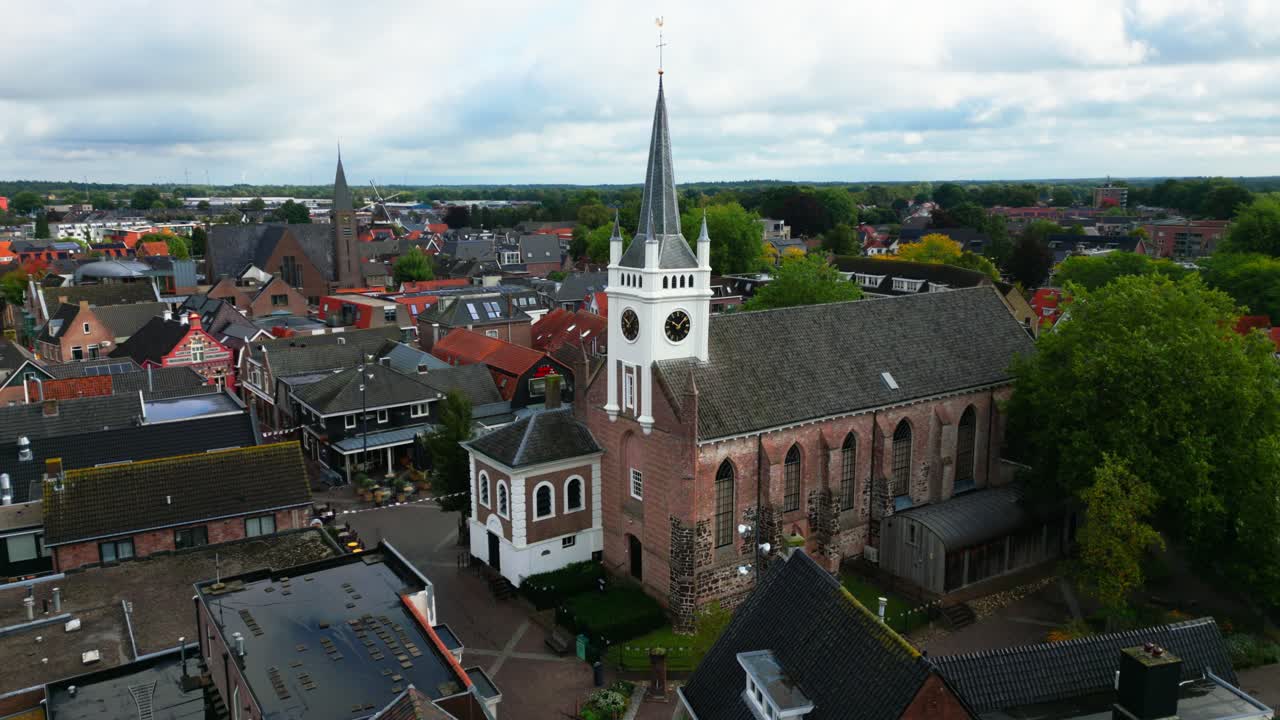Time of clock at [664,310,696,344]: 10:07
